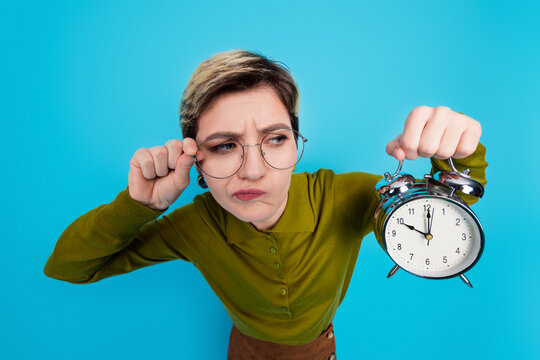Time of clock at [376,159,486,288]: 10:00
